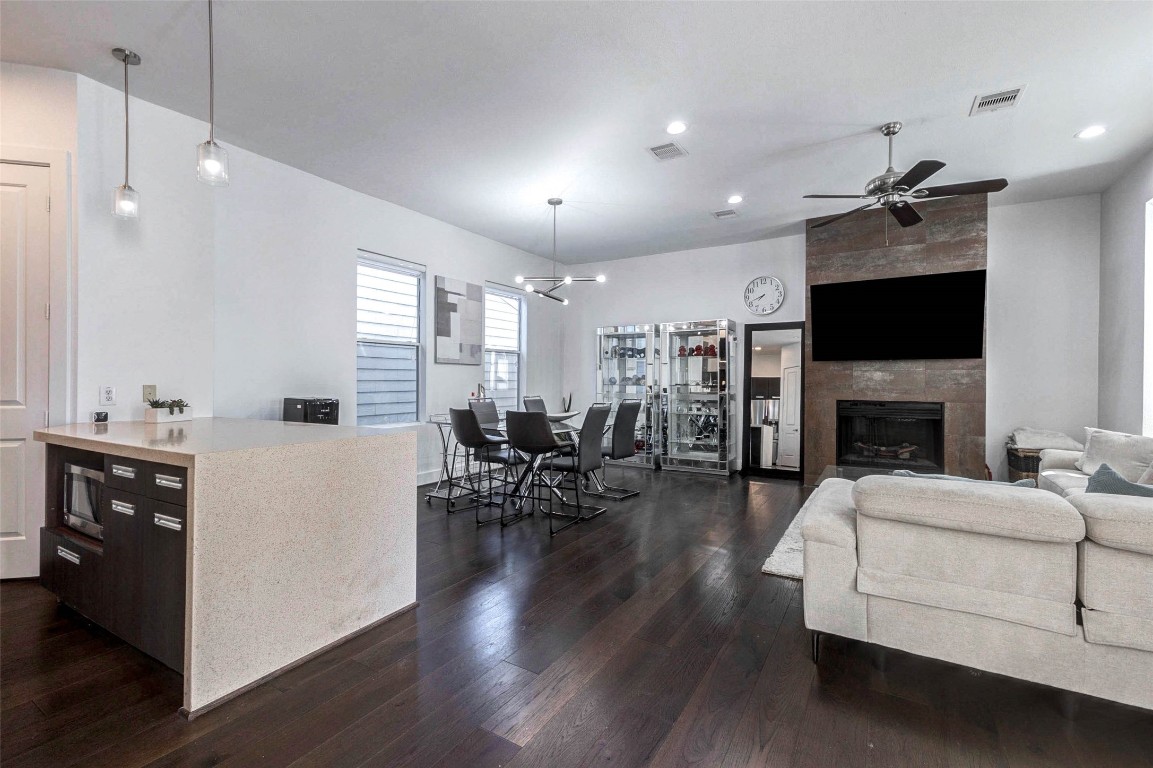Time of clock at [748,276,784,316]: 7:41
